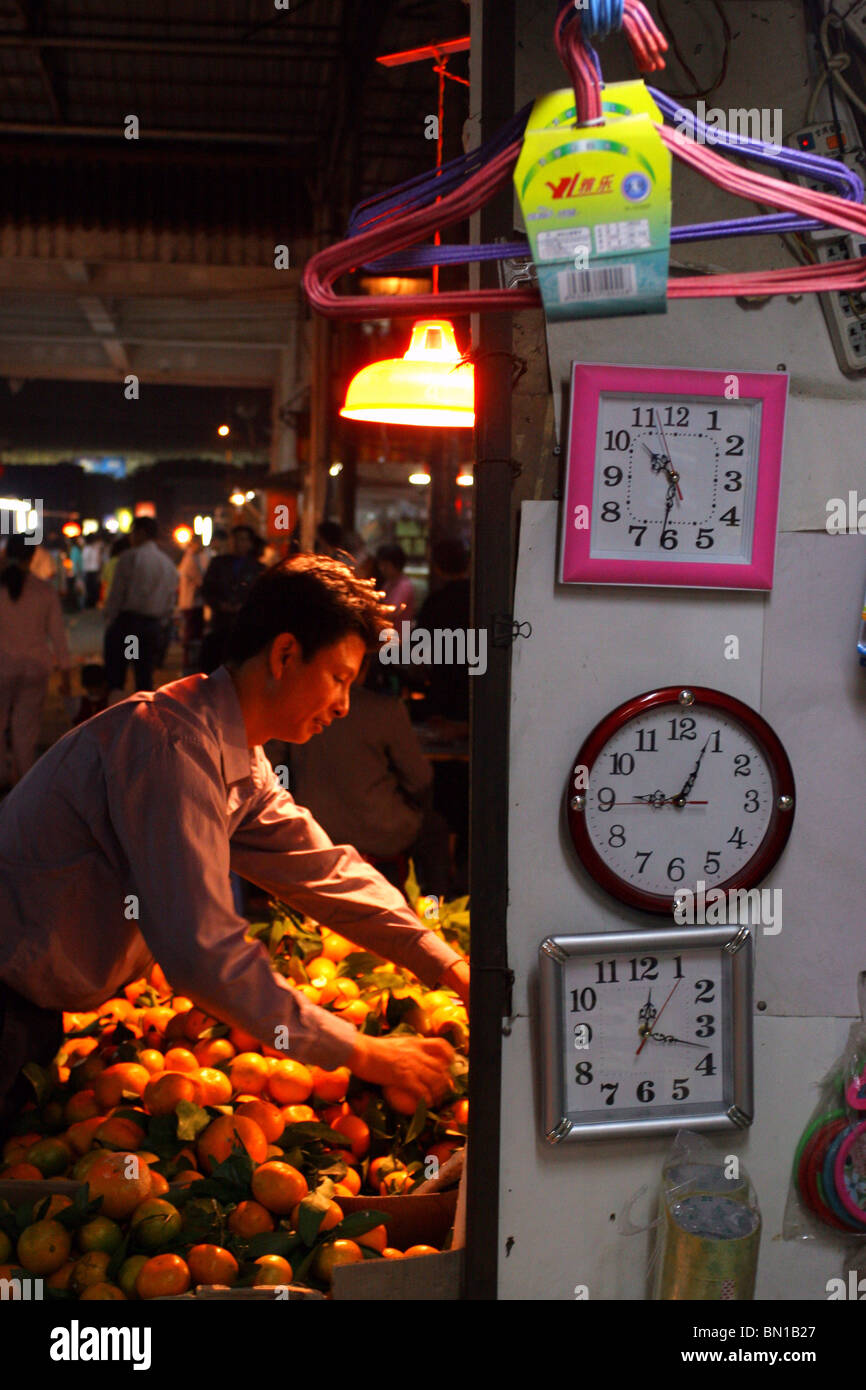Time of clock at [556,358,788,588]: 10:31
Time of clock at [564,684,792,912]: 9:03
